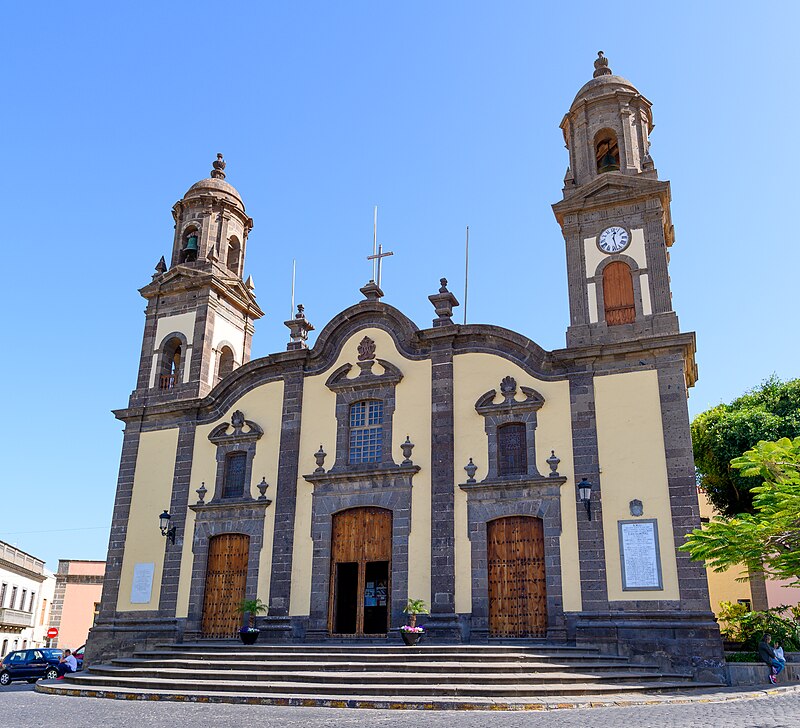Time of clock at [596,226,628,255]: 12:27
